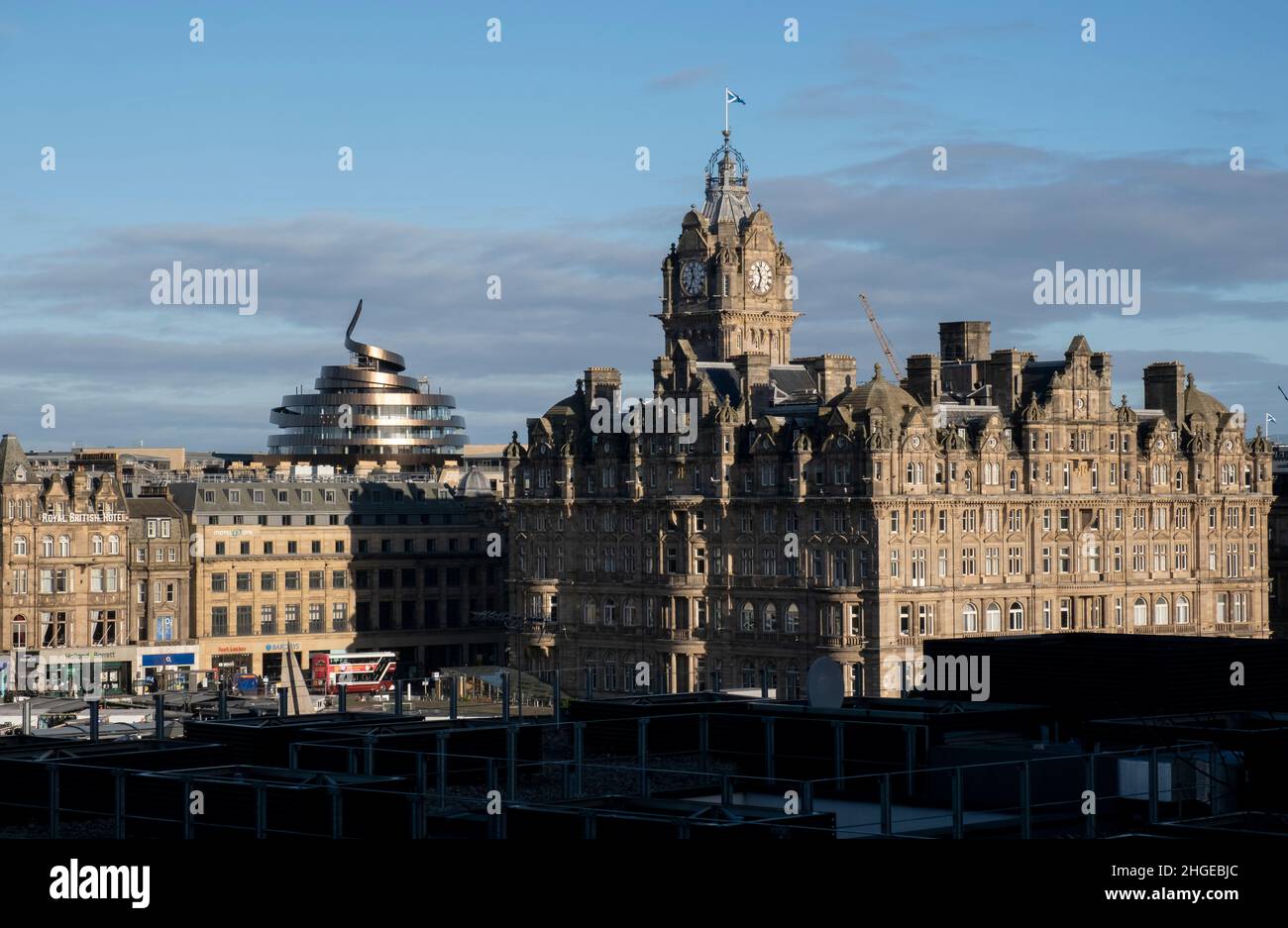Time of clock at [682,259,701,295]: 11:34
